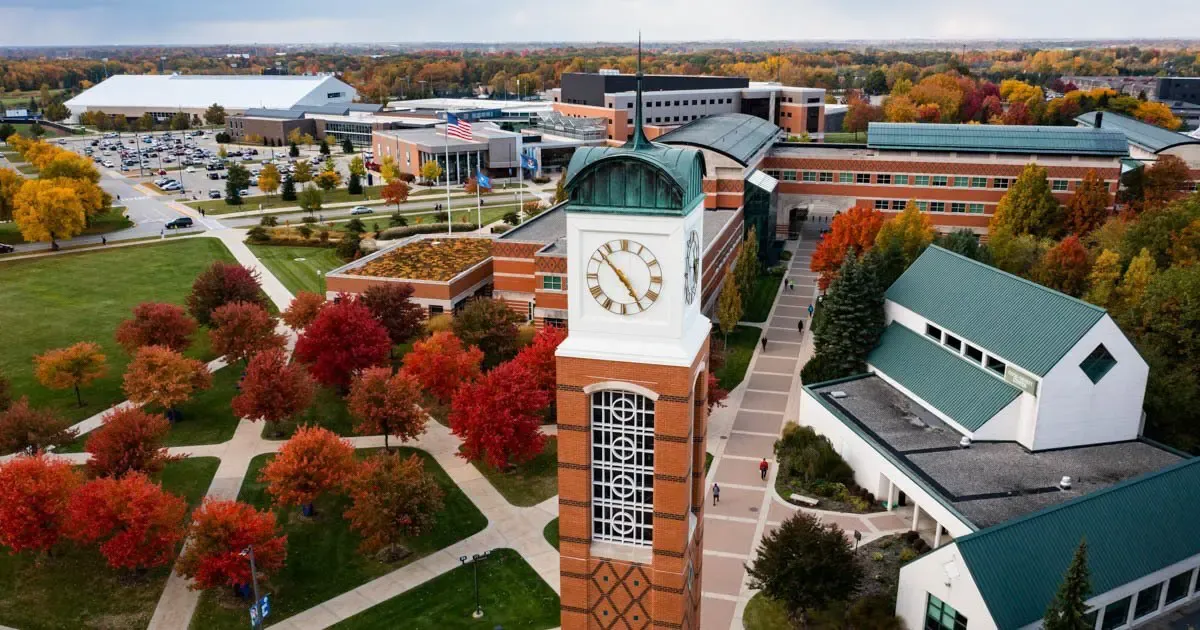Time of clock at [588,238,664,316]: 4:52
